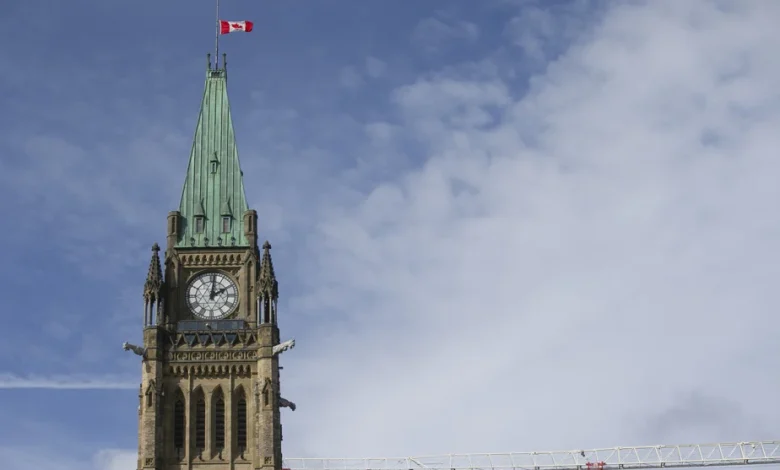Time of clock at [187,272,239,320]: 2:01
